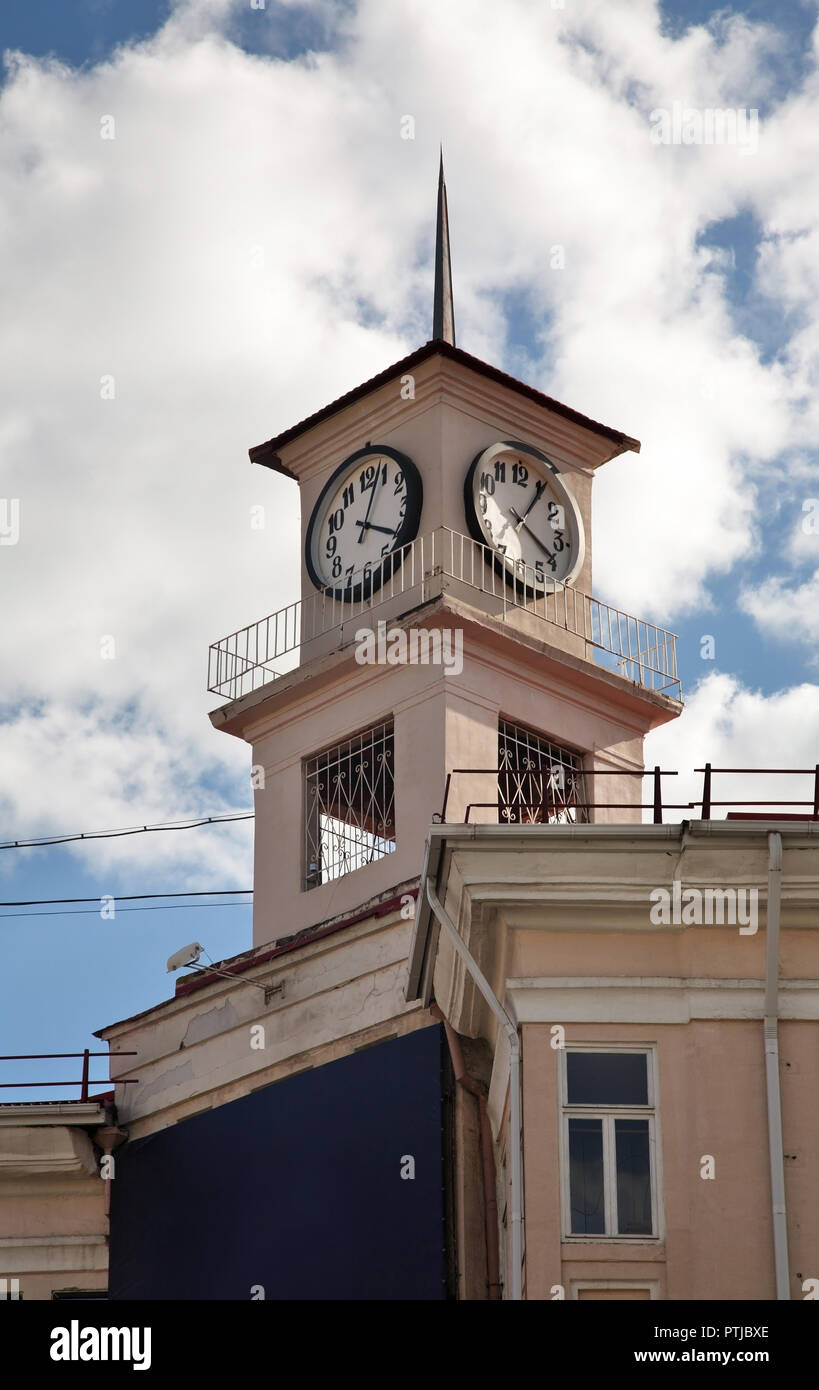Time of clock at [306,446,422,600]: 4:03
